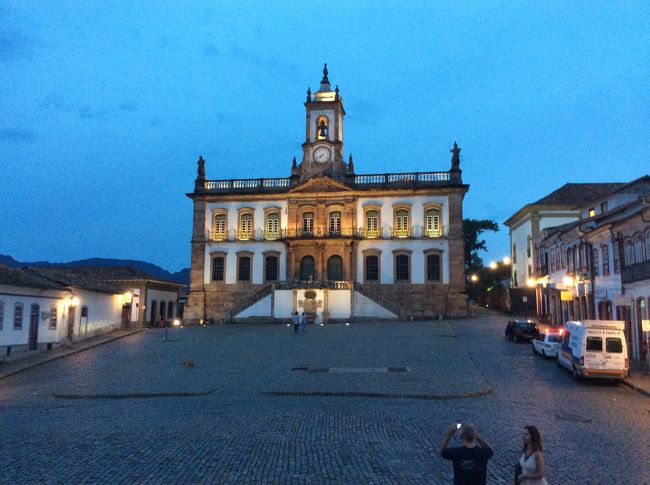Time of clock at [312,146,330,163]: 7:40
